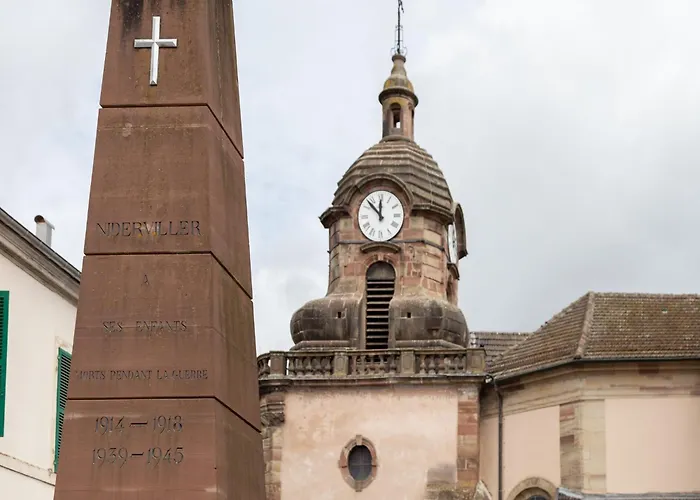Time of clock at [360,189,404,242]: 11:52
